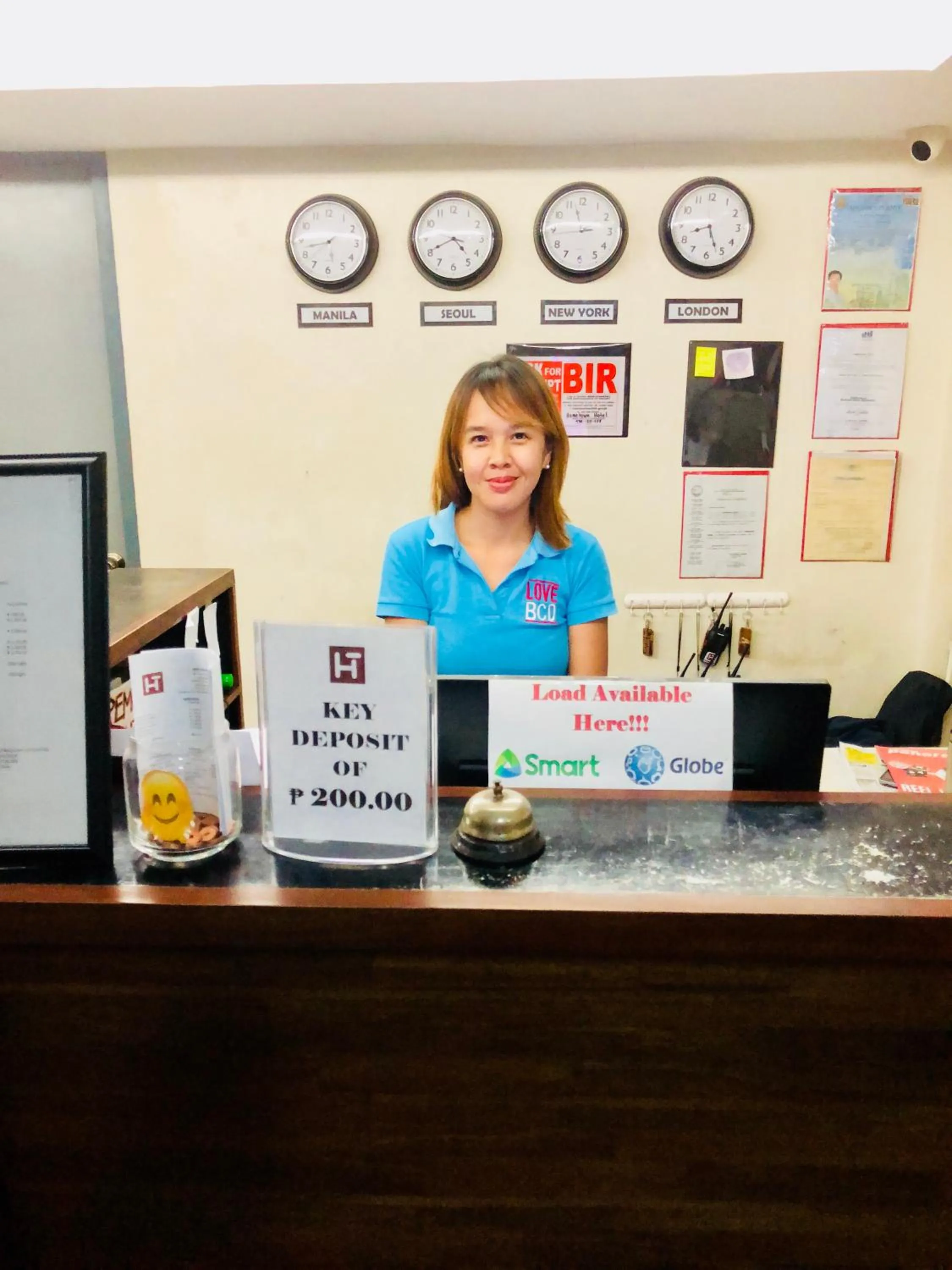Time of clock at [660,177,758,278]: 8:26
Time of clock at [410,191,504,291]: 4:40
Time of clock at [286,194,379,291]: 5:42
